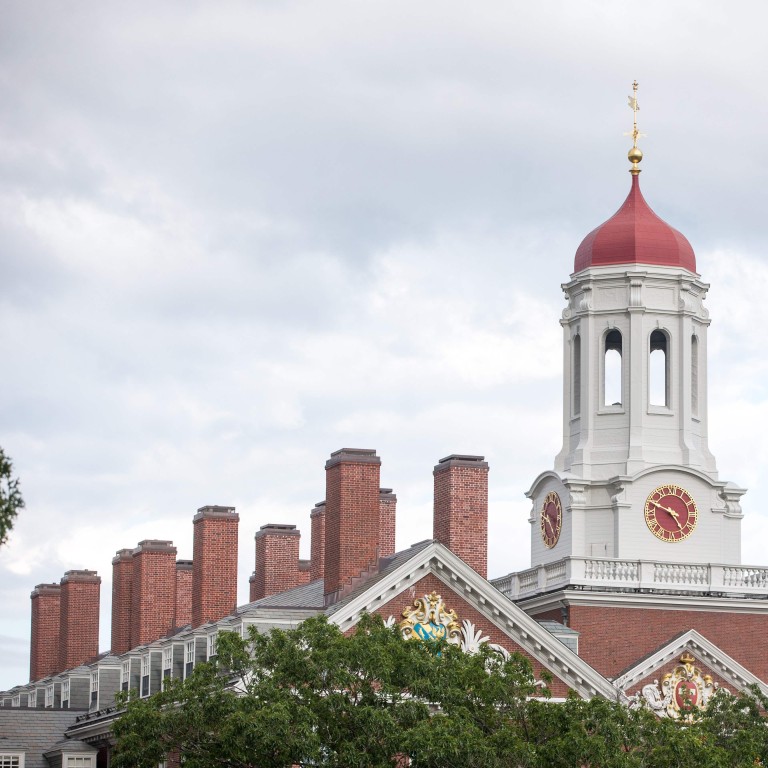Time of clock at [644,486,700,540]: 4:48
